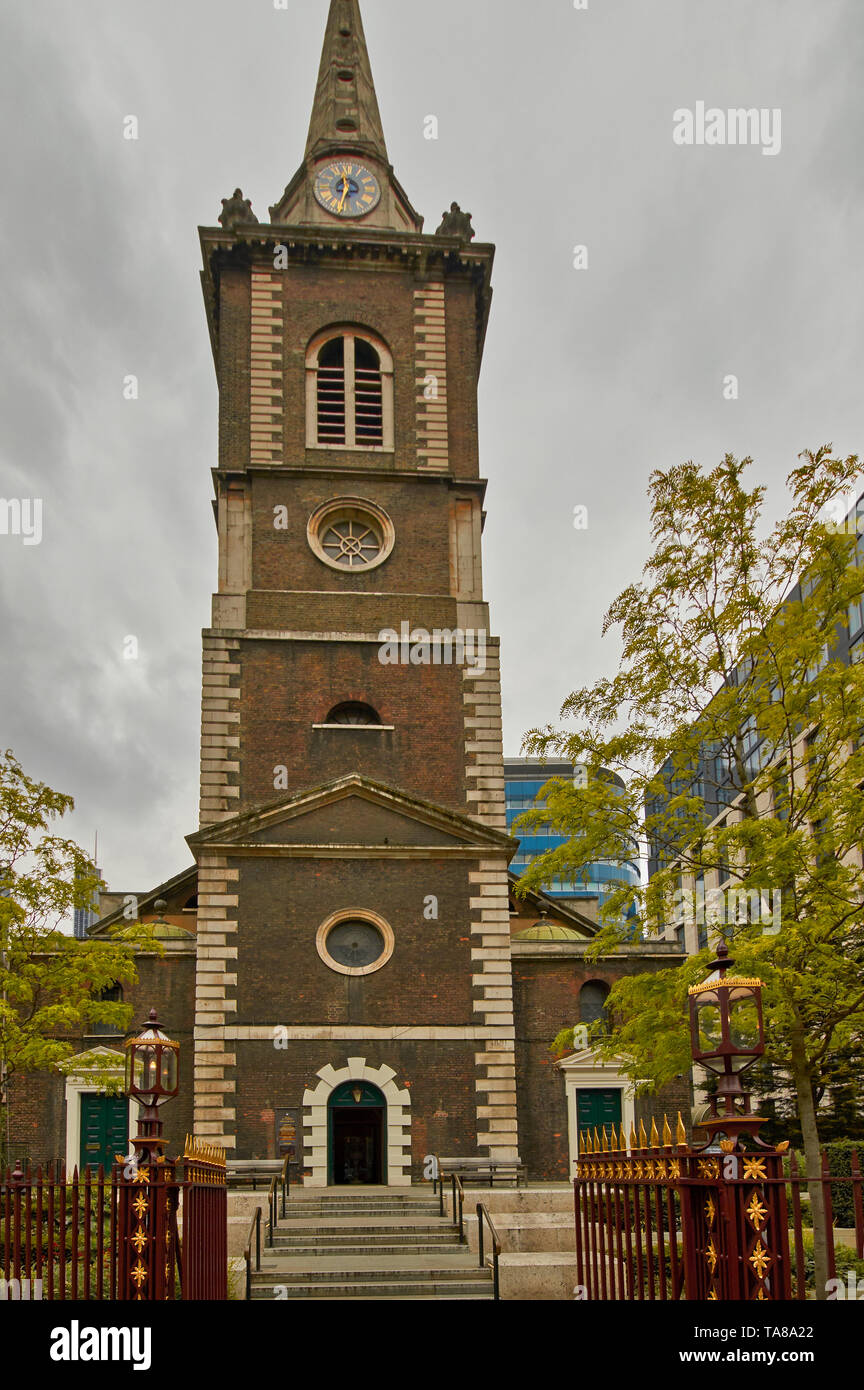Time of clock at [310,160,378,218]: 11:32
